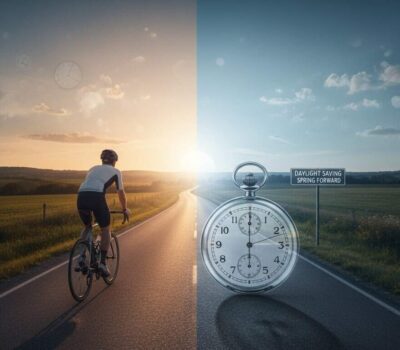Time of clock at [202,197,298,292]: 6:00
